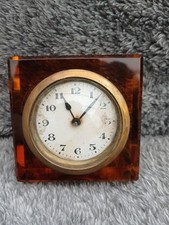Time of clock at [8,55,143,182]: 11:07
